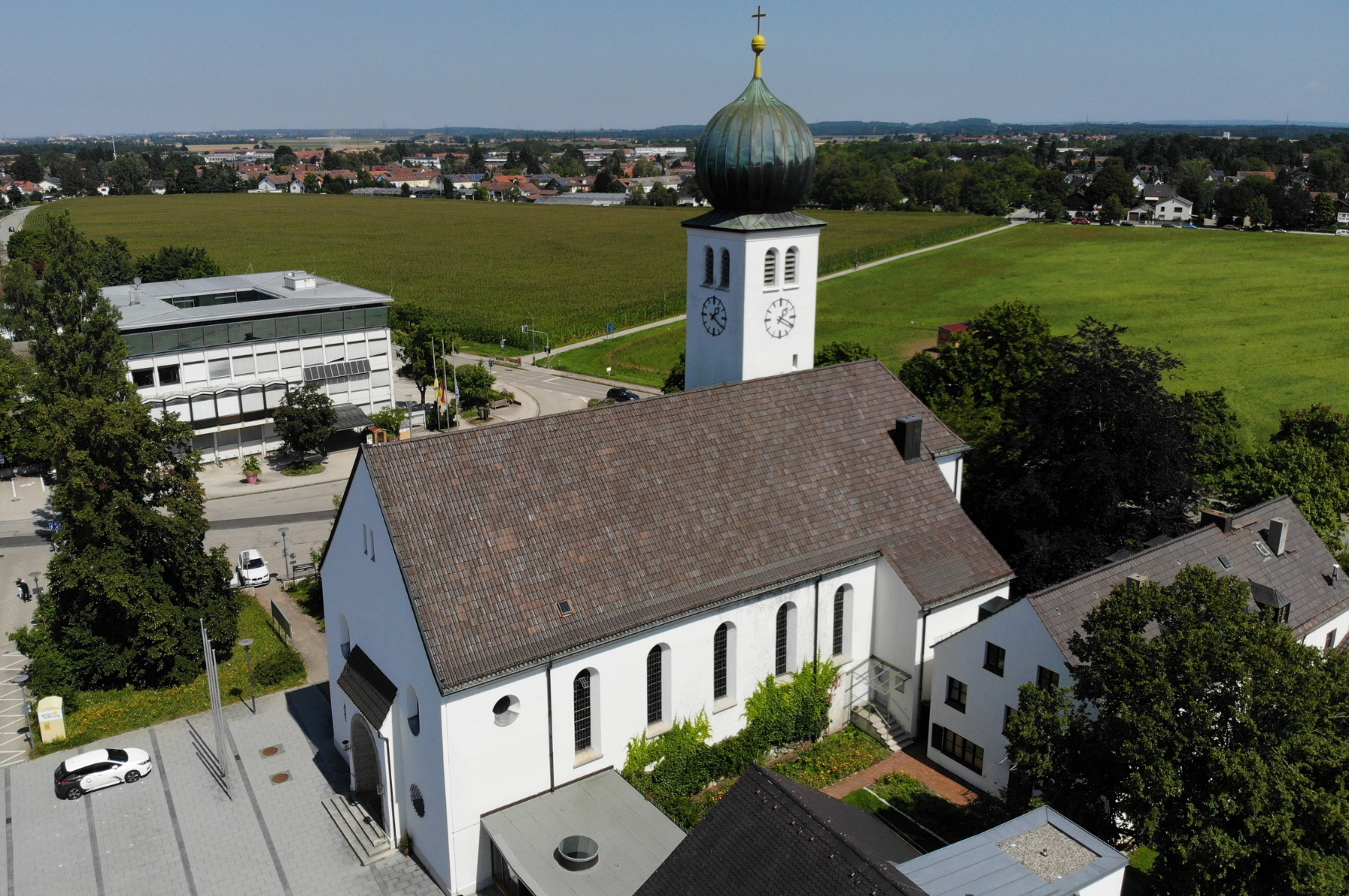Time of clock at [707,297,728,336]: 1:20
